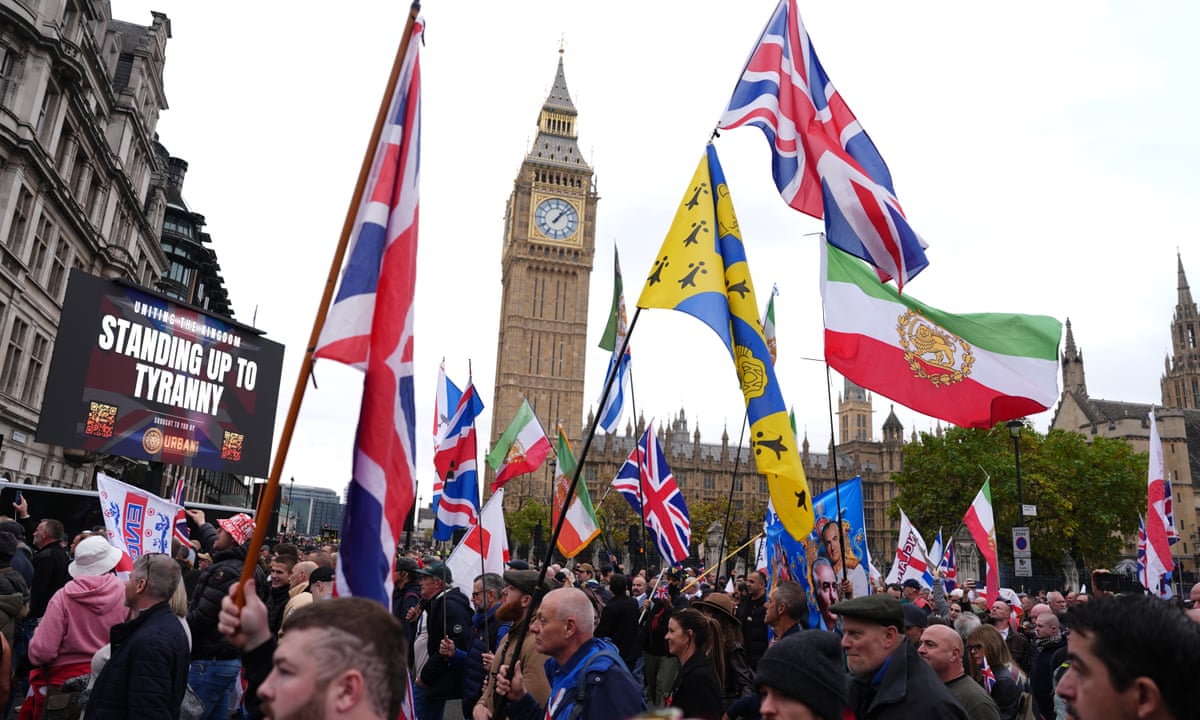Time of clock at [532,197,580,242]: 1:07
